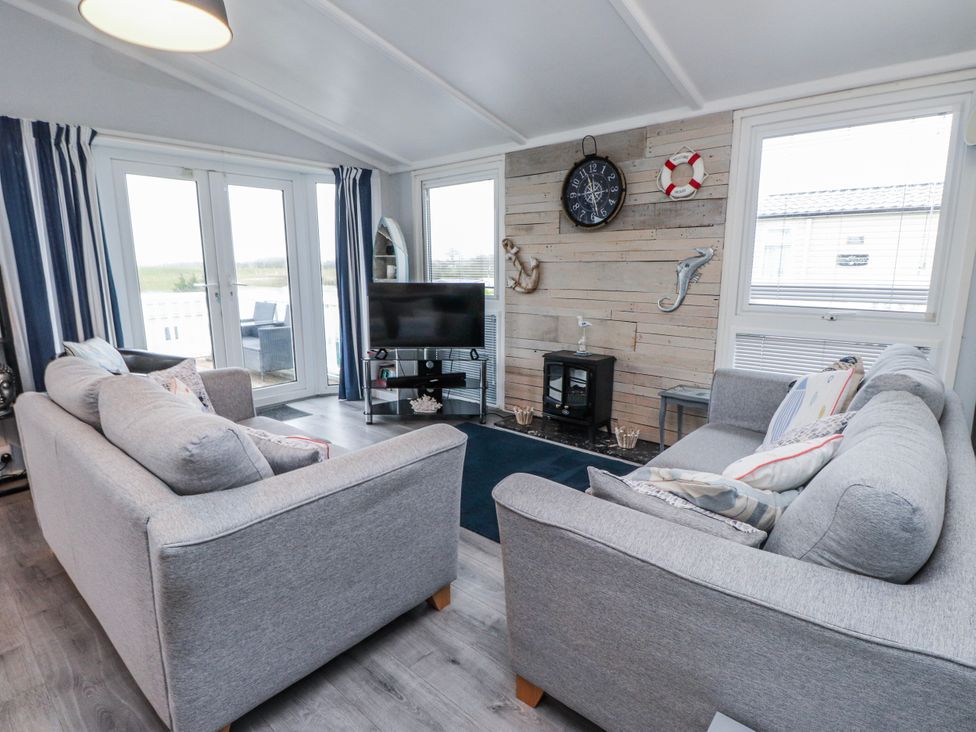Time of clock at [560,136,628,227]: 11:28
